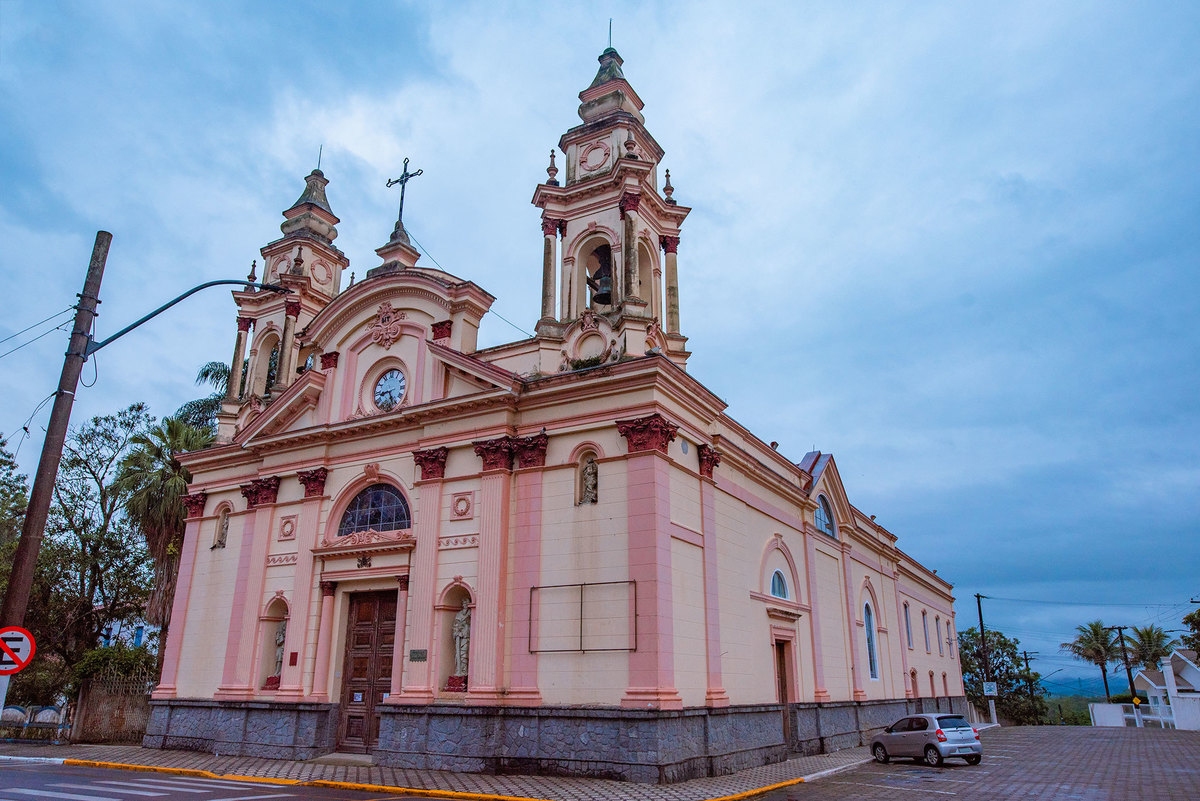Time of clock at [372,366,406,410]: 8:26
